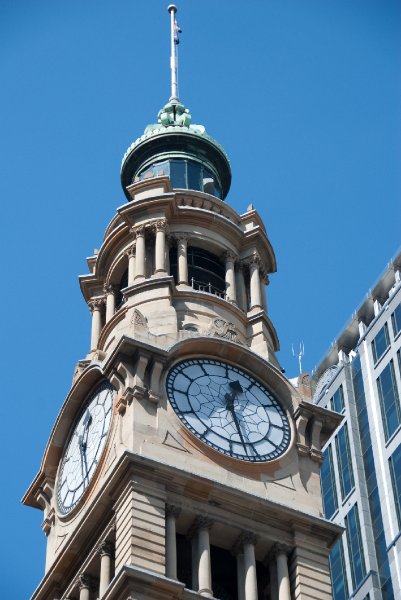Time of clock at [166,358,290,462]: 12:27
